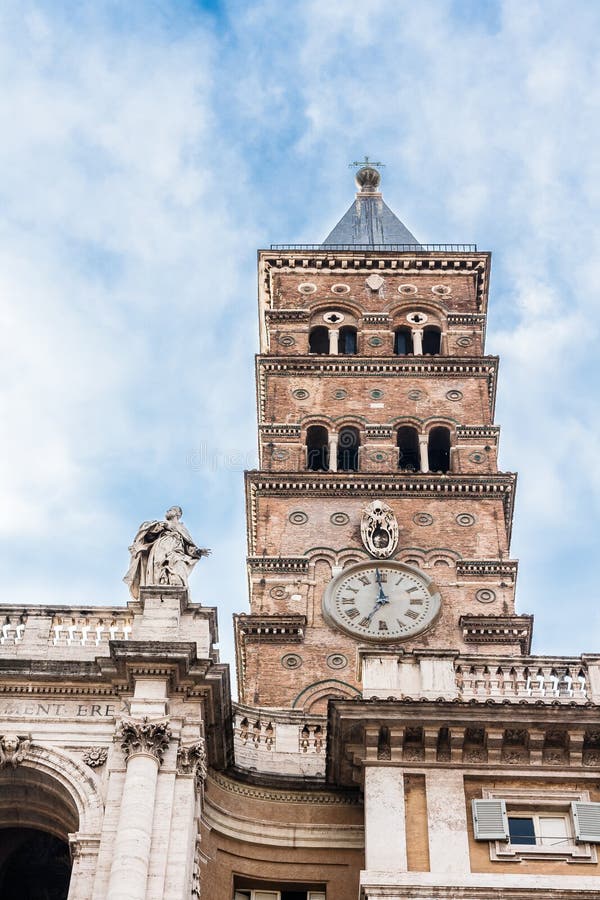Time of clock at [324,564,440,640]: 6:59
